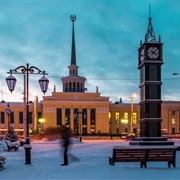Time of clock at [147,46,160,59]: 4:07
